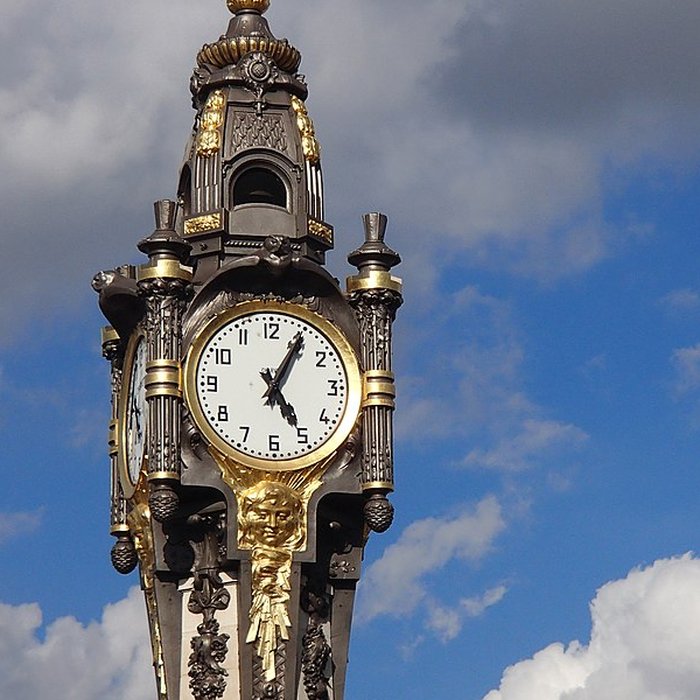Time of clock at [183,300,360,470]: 5:05
